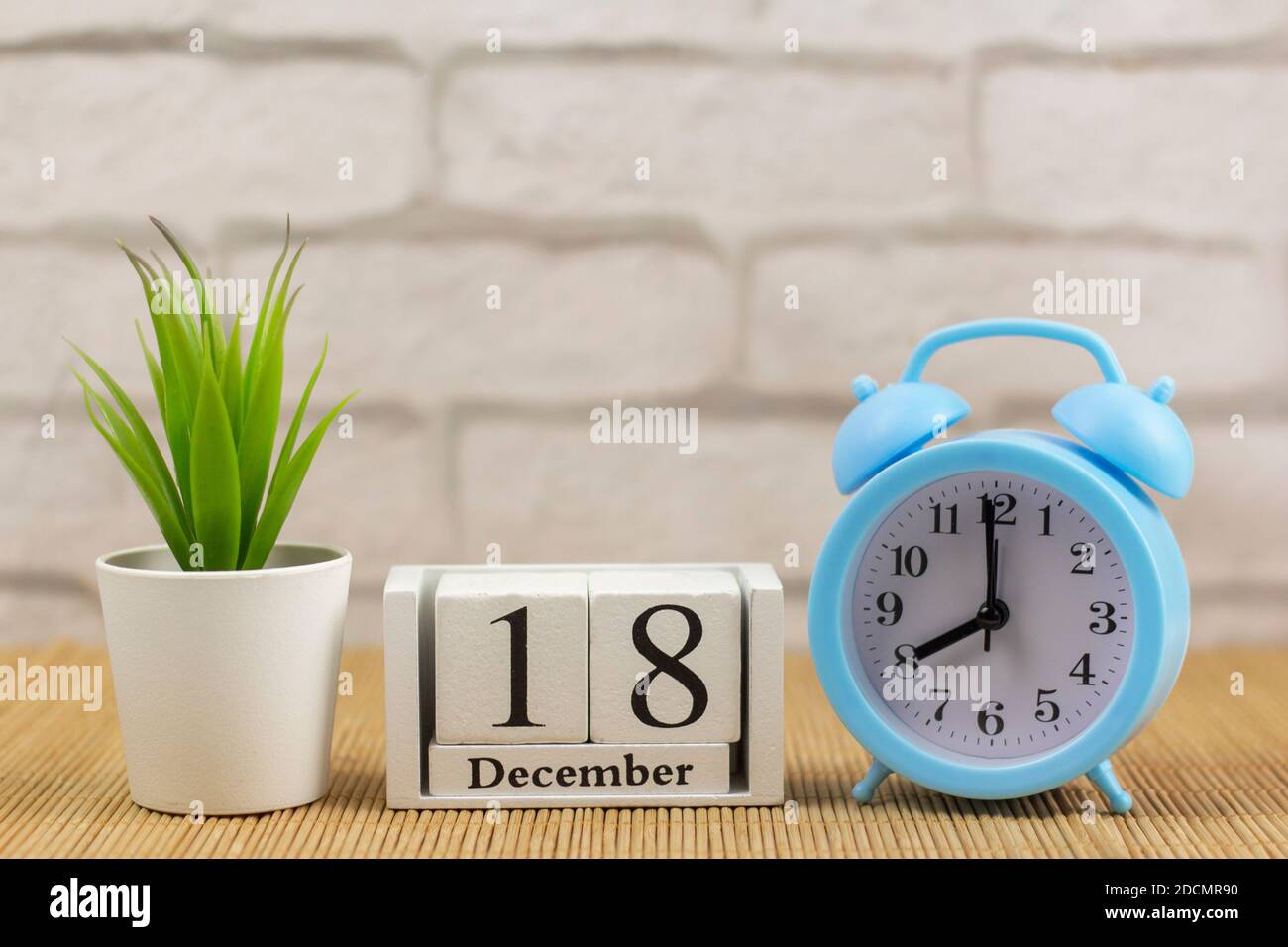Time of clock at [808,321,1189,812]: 7:59
